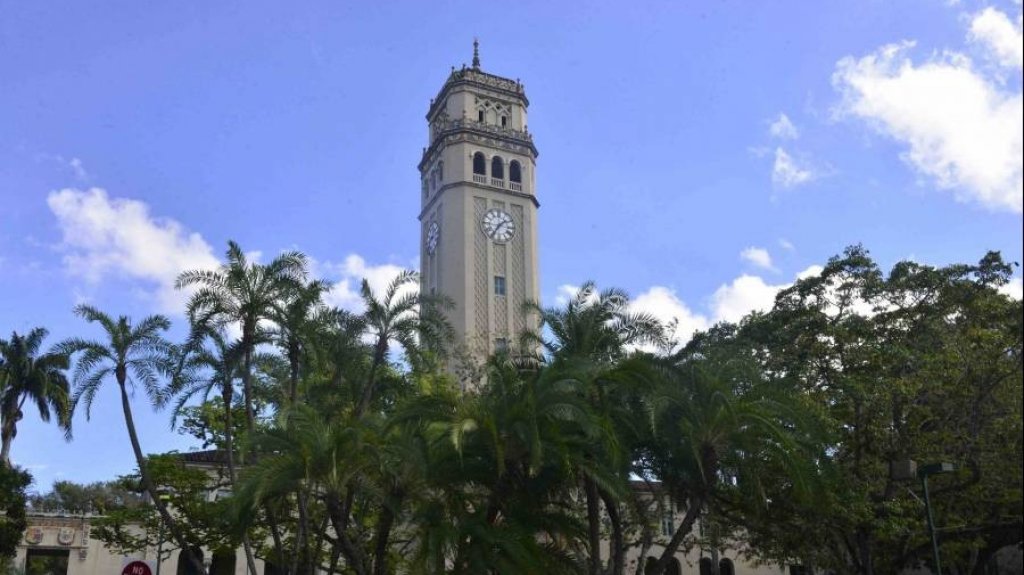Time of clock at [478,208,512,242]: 1:35
